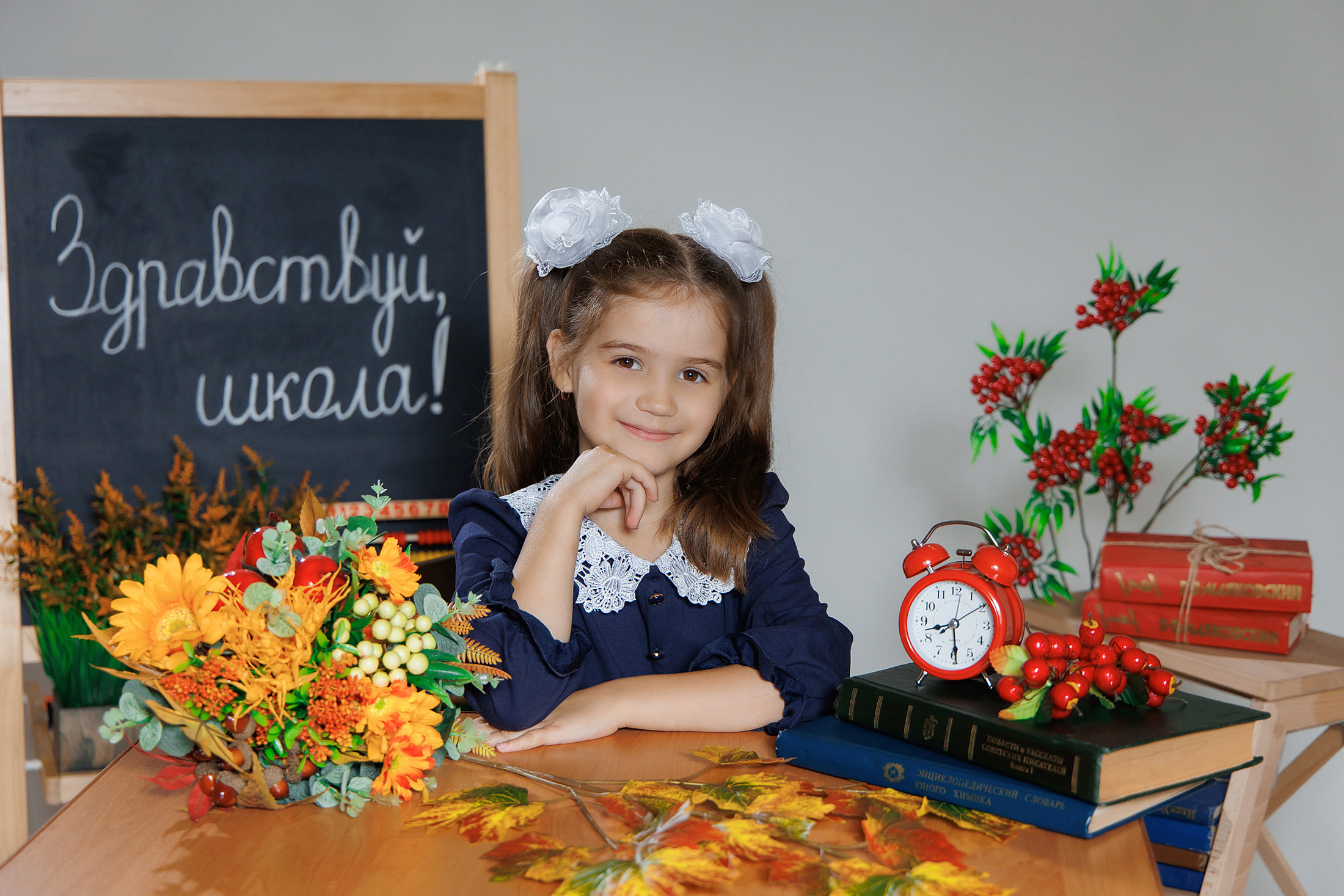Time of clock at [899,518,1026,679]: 8:29
